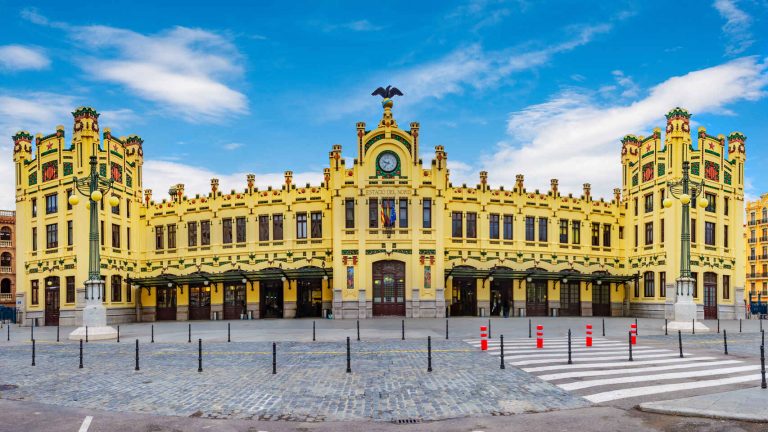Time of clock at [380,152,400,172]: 9:37
